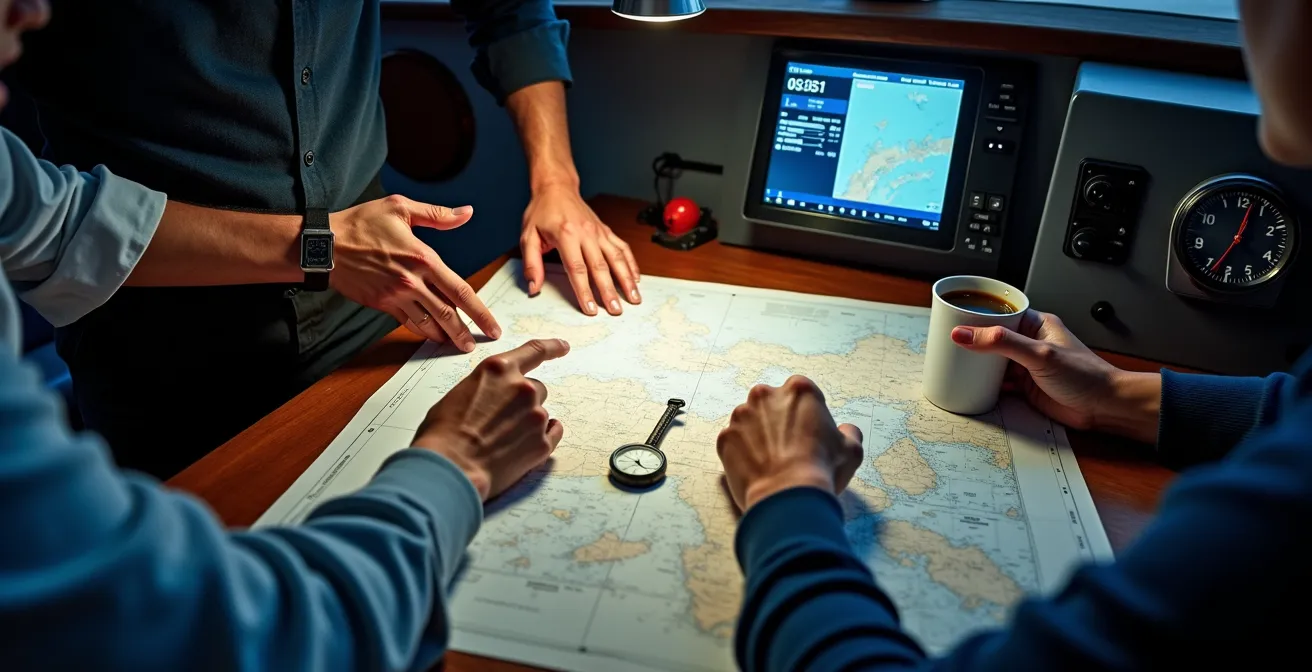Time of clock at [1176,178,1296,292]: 12:33
